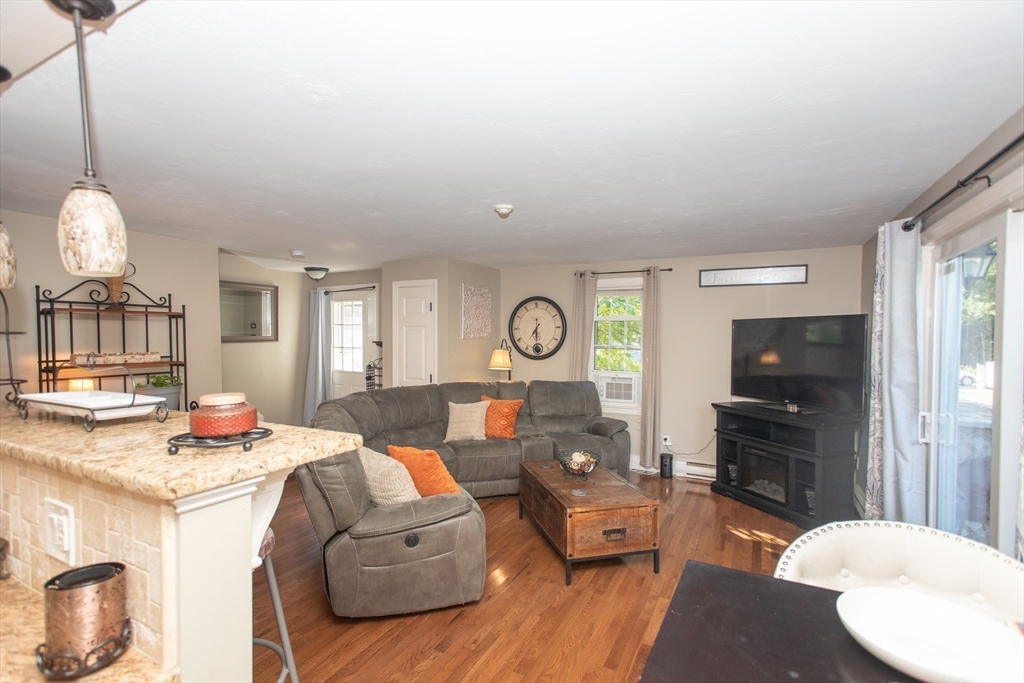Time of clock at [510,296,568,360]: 7:30
